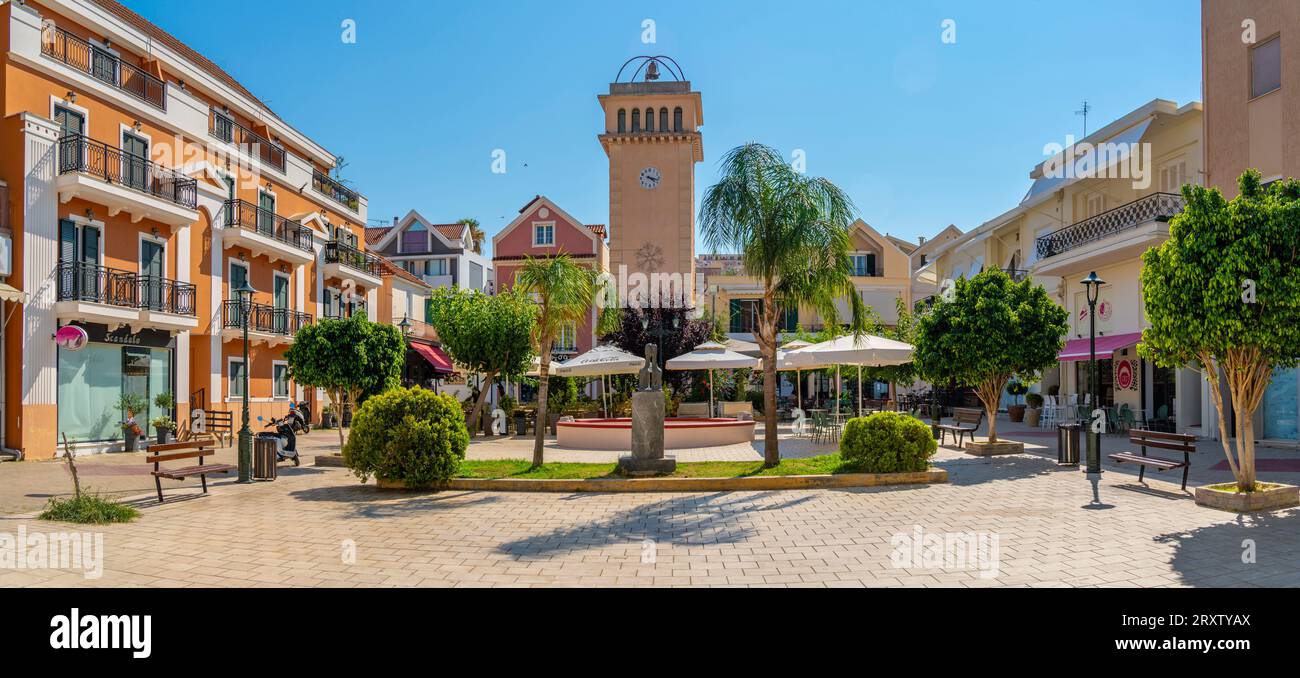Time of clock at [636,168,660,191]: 4:17
